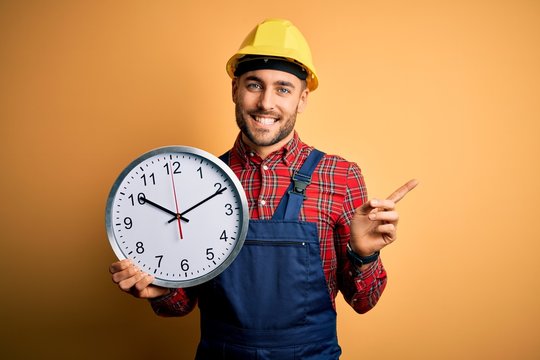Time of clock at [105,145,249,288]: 10:10
